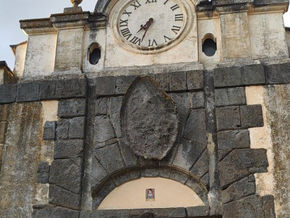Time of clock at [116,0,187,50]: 7:33
